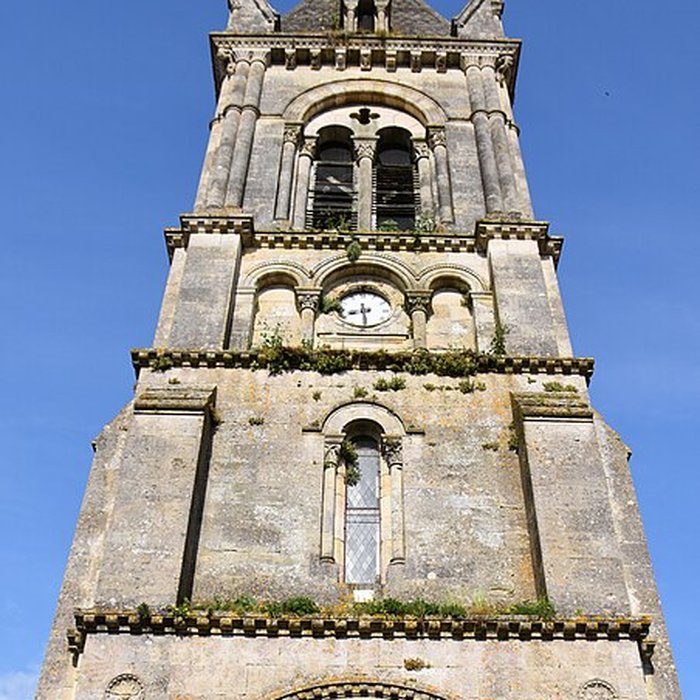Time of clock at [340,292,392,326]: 8:29
